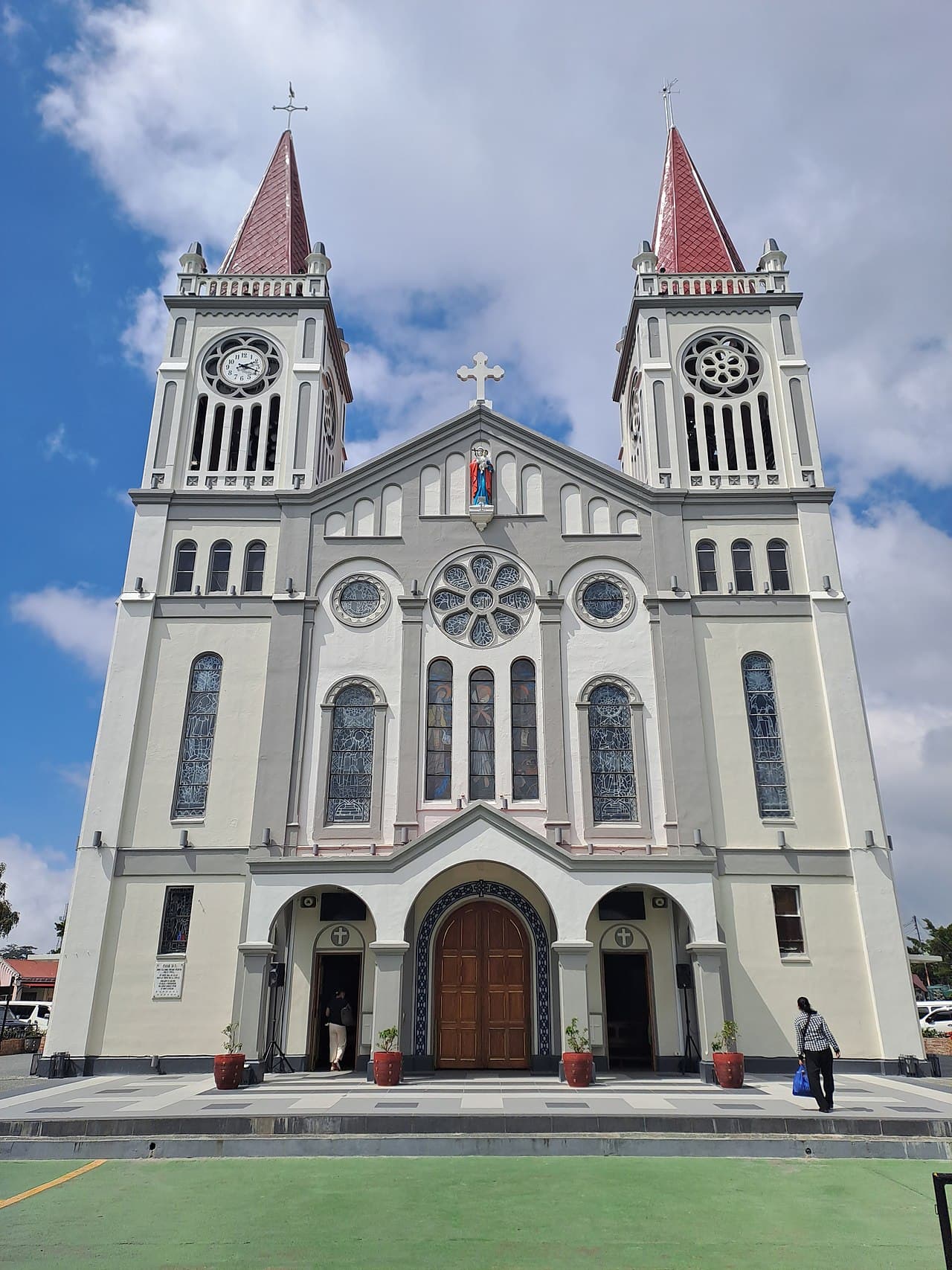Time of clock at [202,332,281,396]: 2:18
